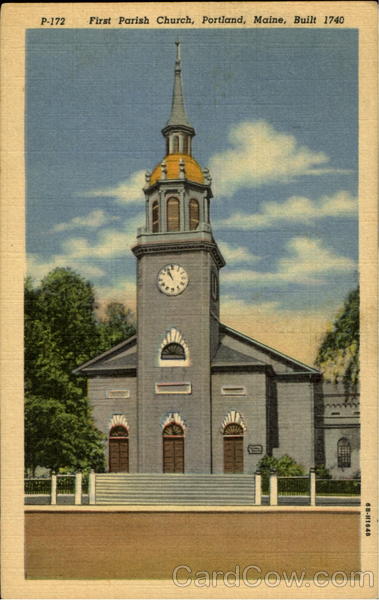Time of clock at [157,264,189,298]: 10:56
